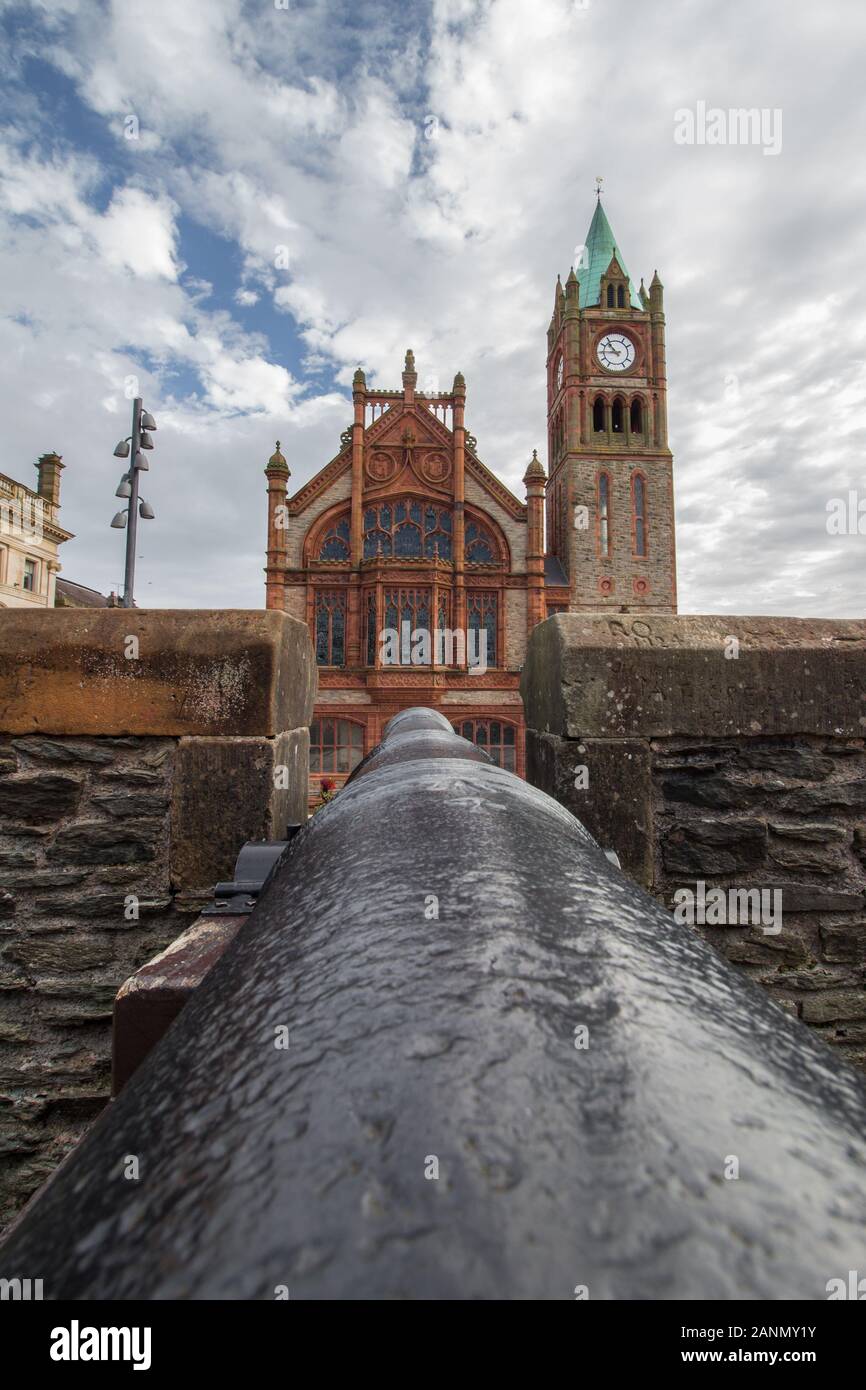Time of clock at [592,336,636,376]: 10:45
